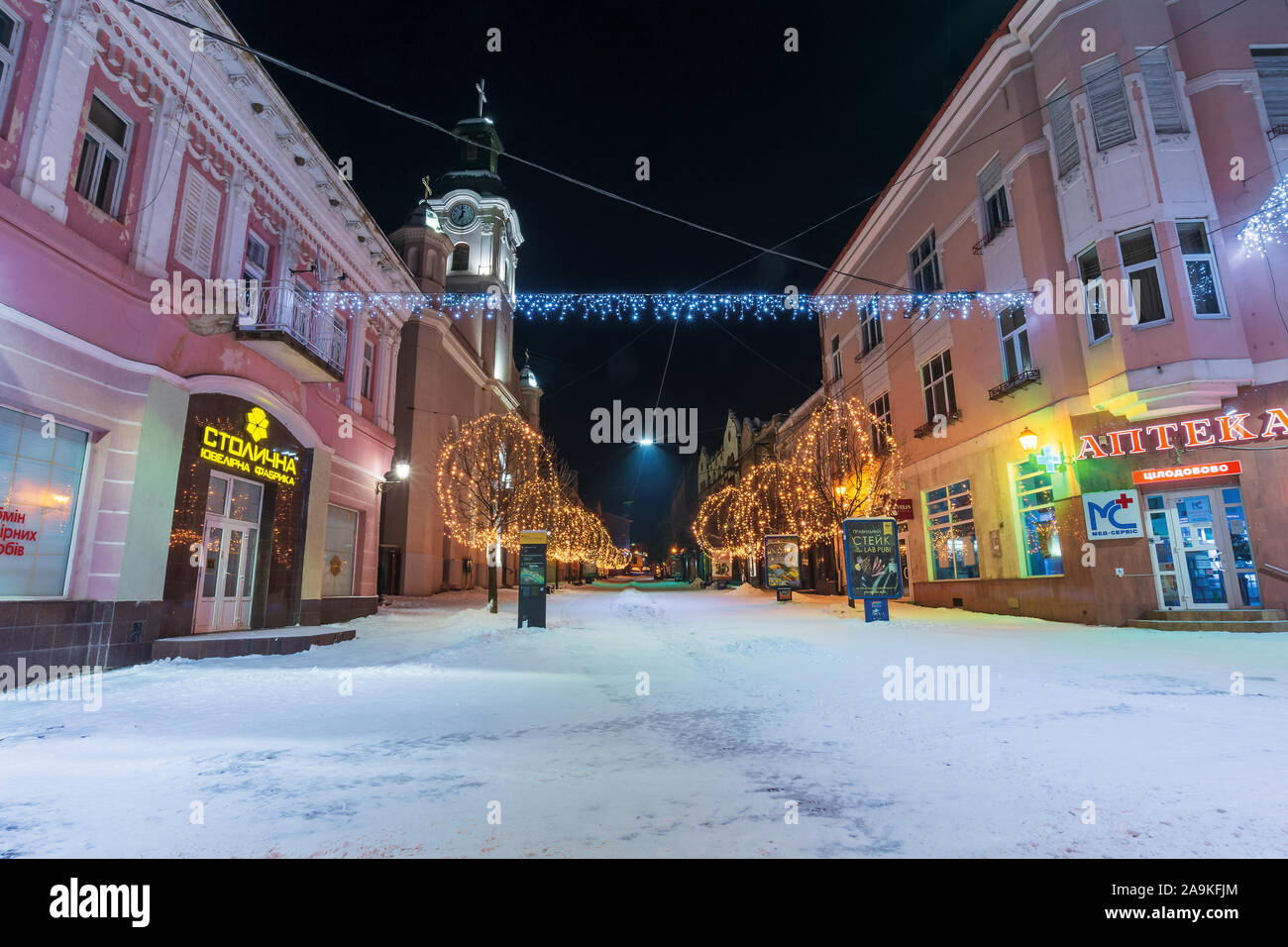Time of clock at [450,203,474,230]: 6:59
